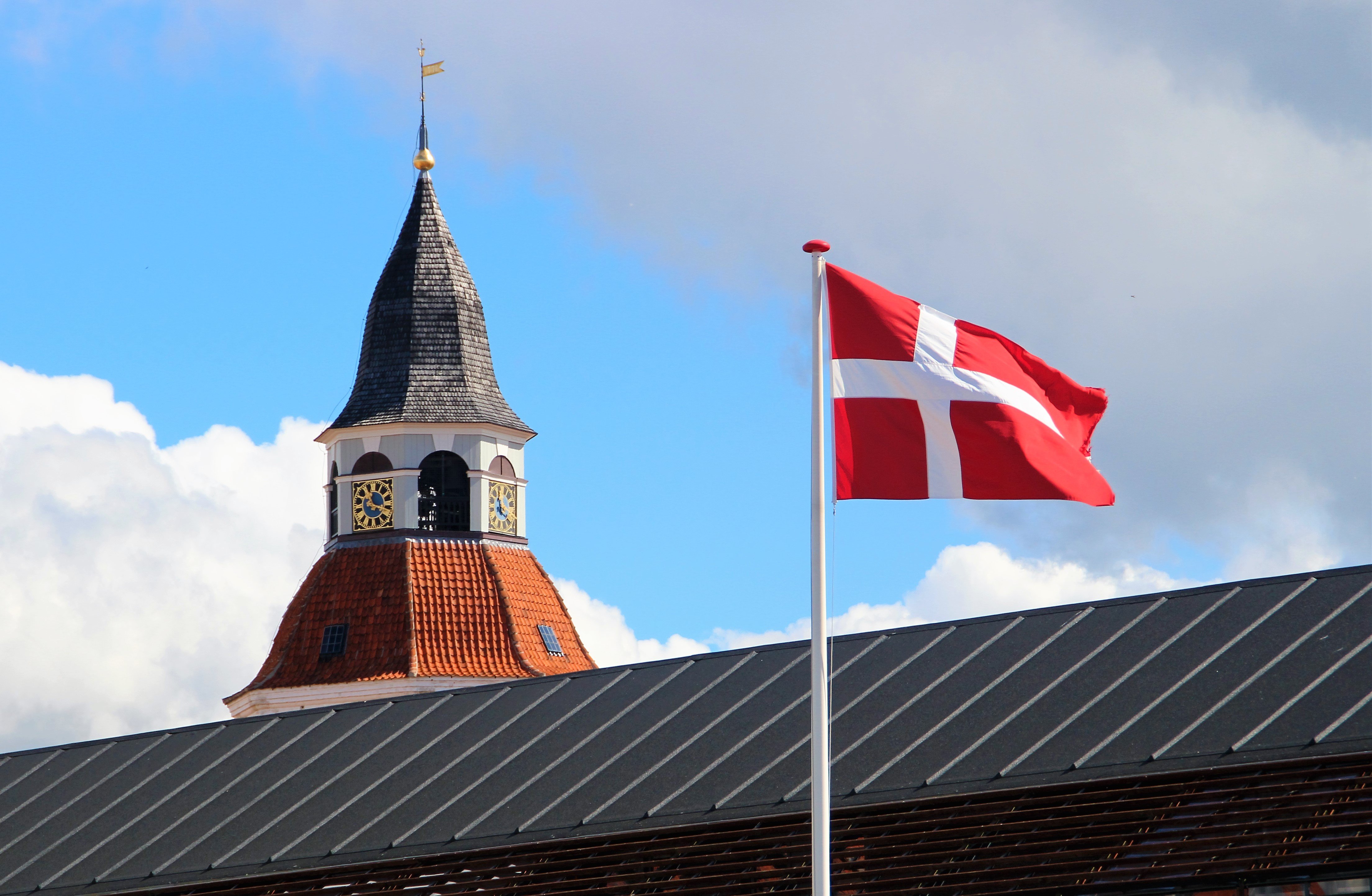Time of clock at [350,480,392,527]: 11:18
